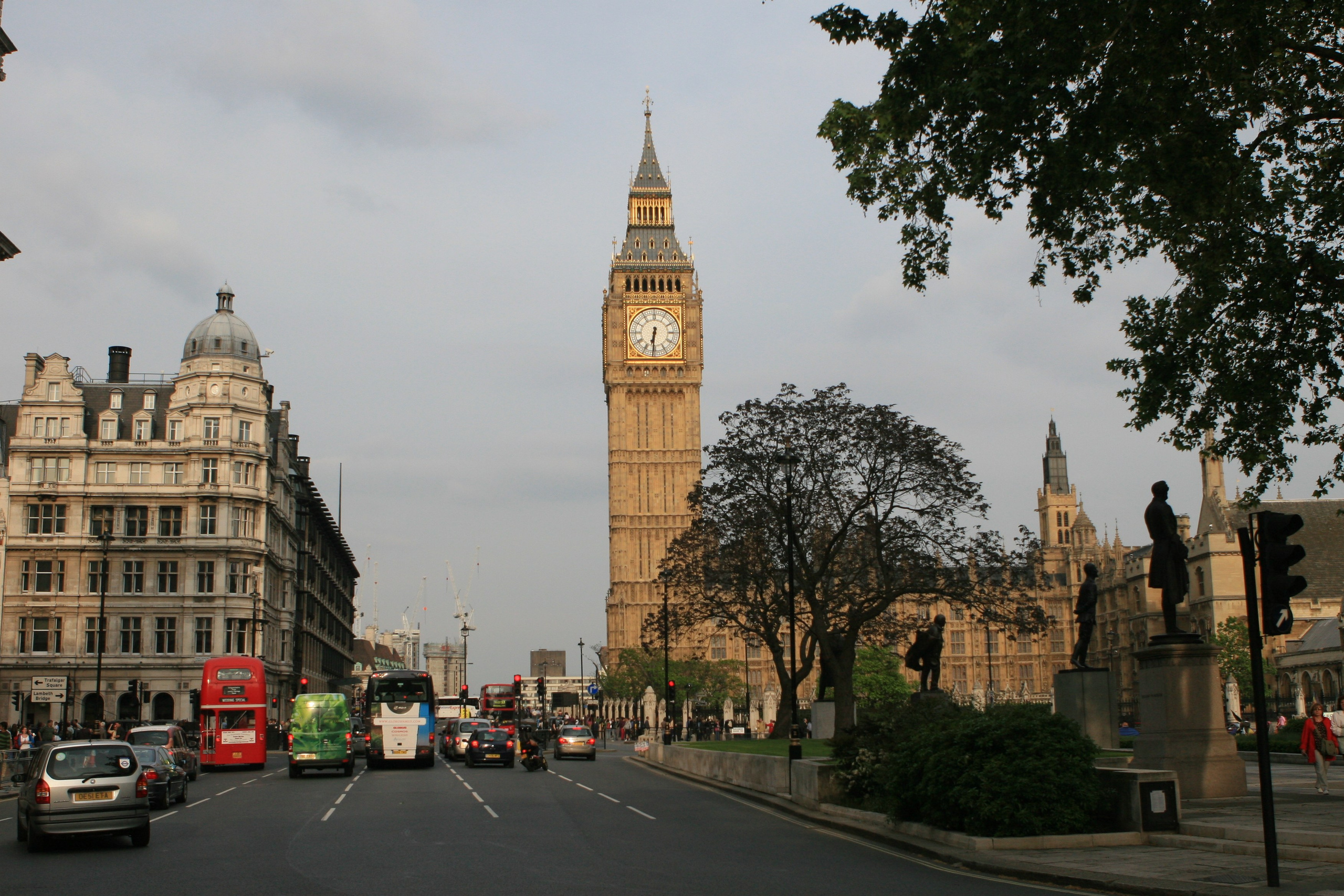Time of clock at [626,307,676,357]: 6:31
